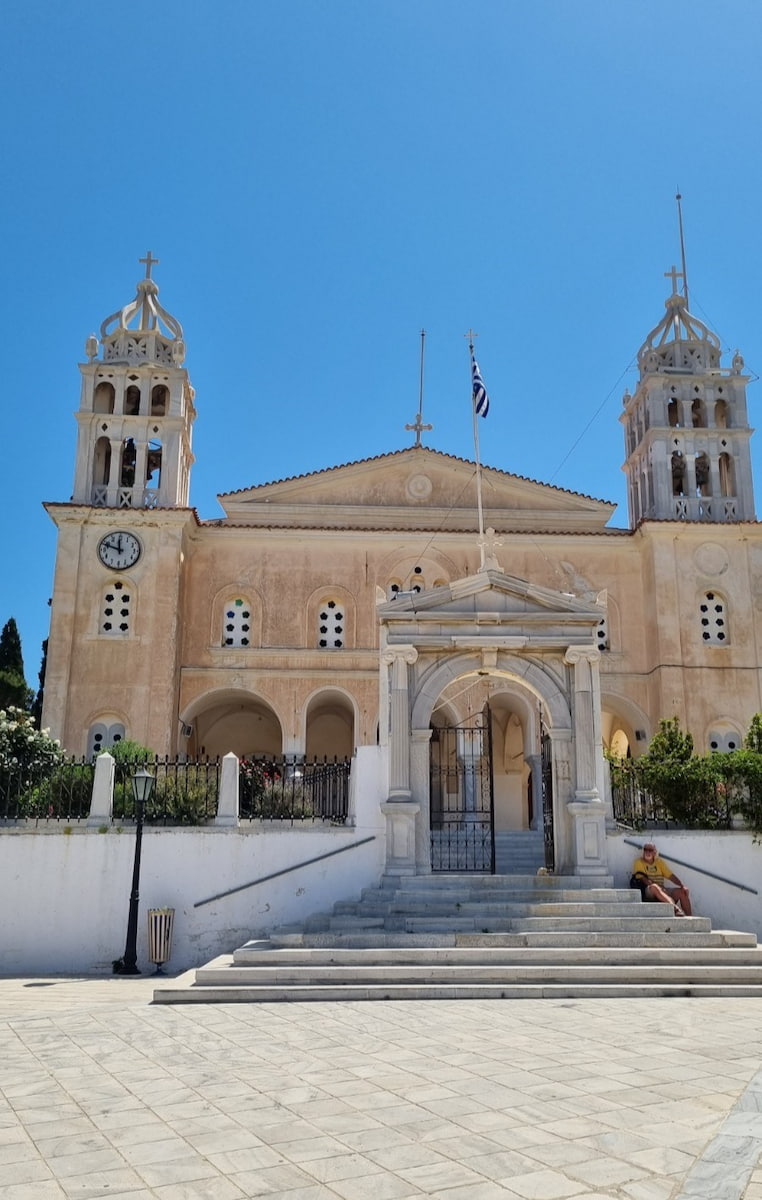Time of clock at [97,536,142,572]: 11:48
